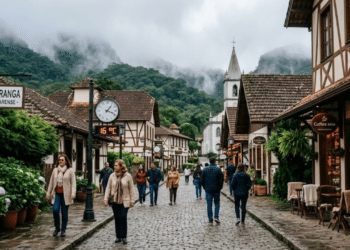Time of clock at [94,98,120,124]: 1:18
